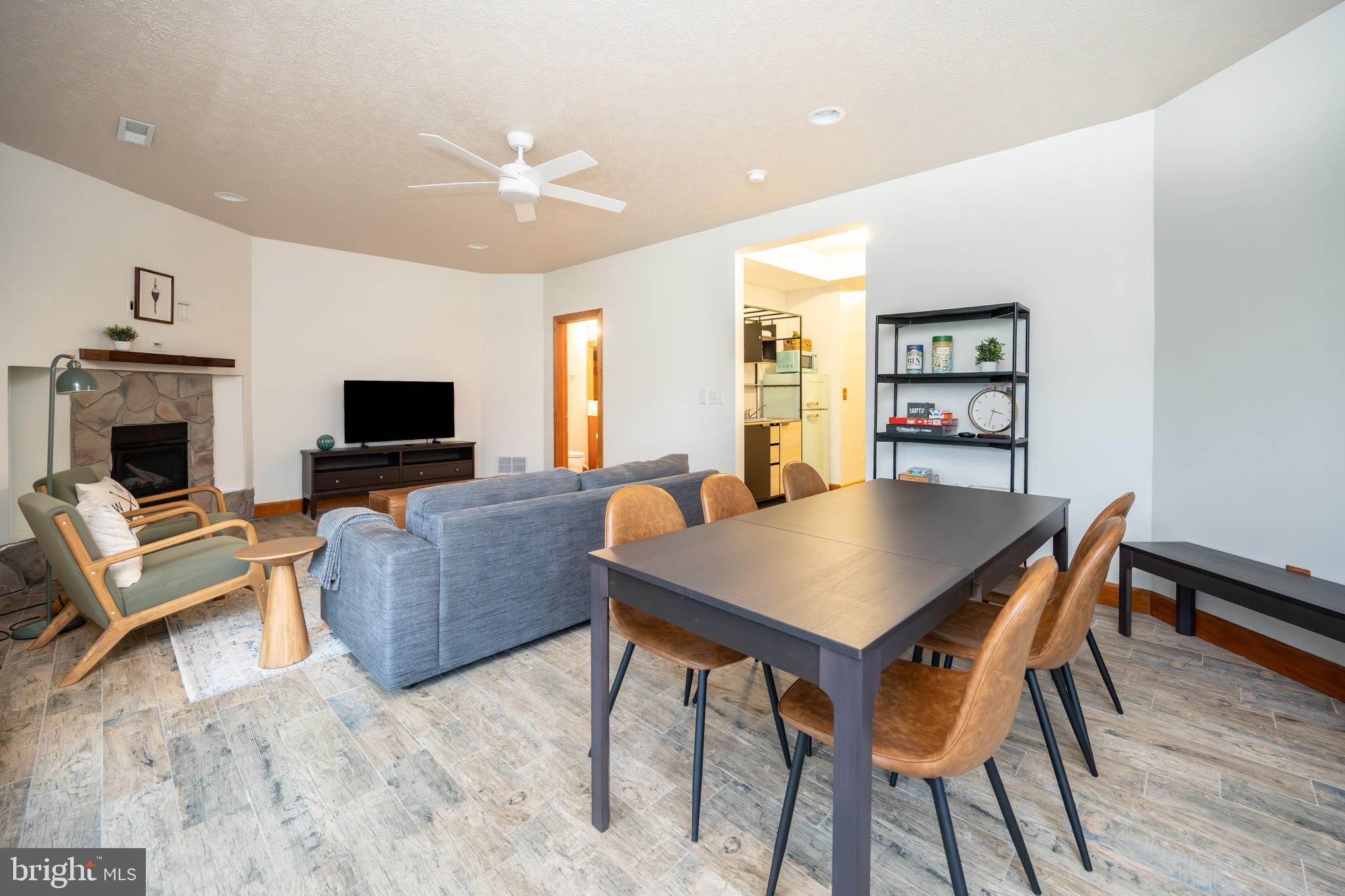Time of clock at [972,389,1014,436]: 3:32
